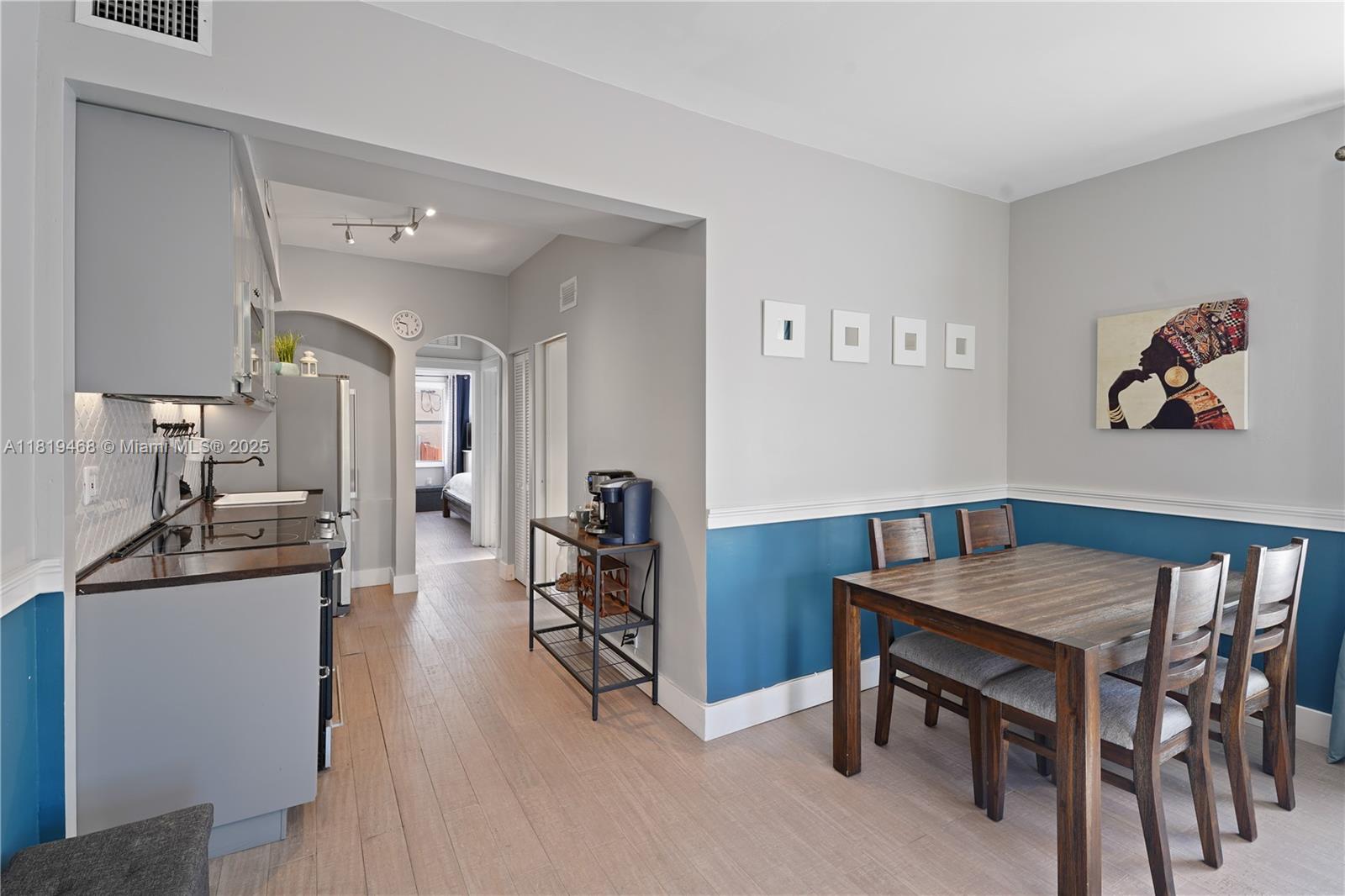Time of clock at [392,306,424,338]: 9:29
